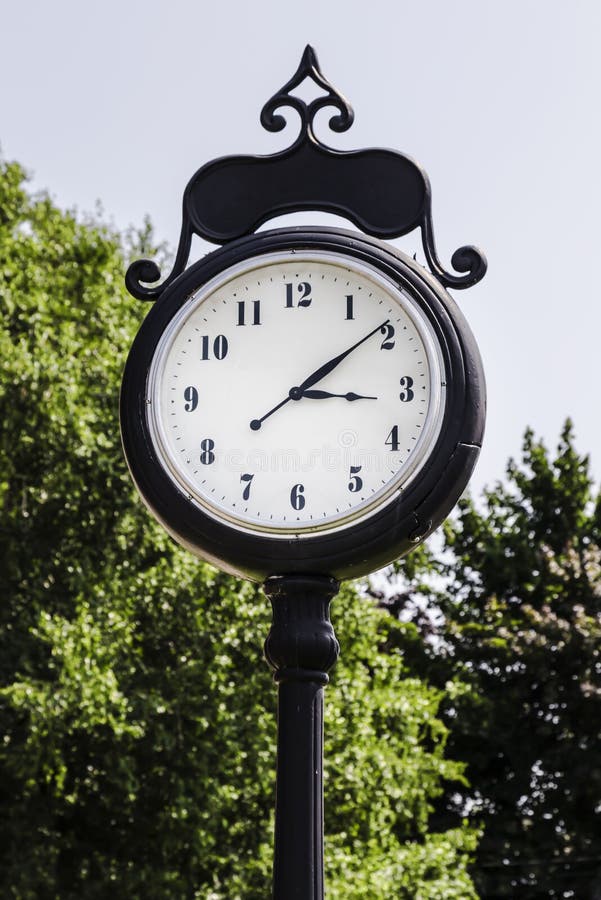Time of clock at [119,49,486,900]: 3:09
